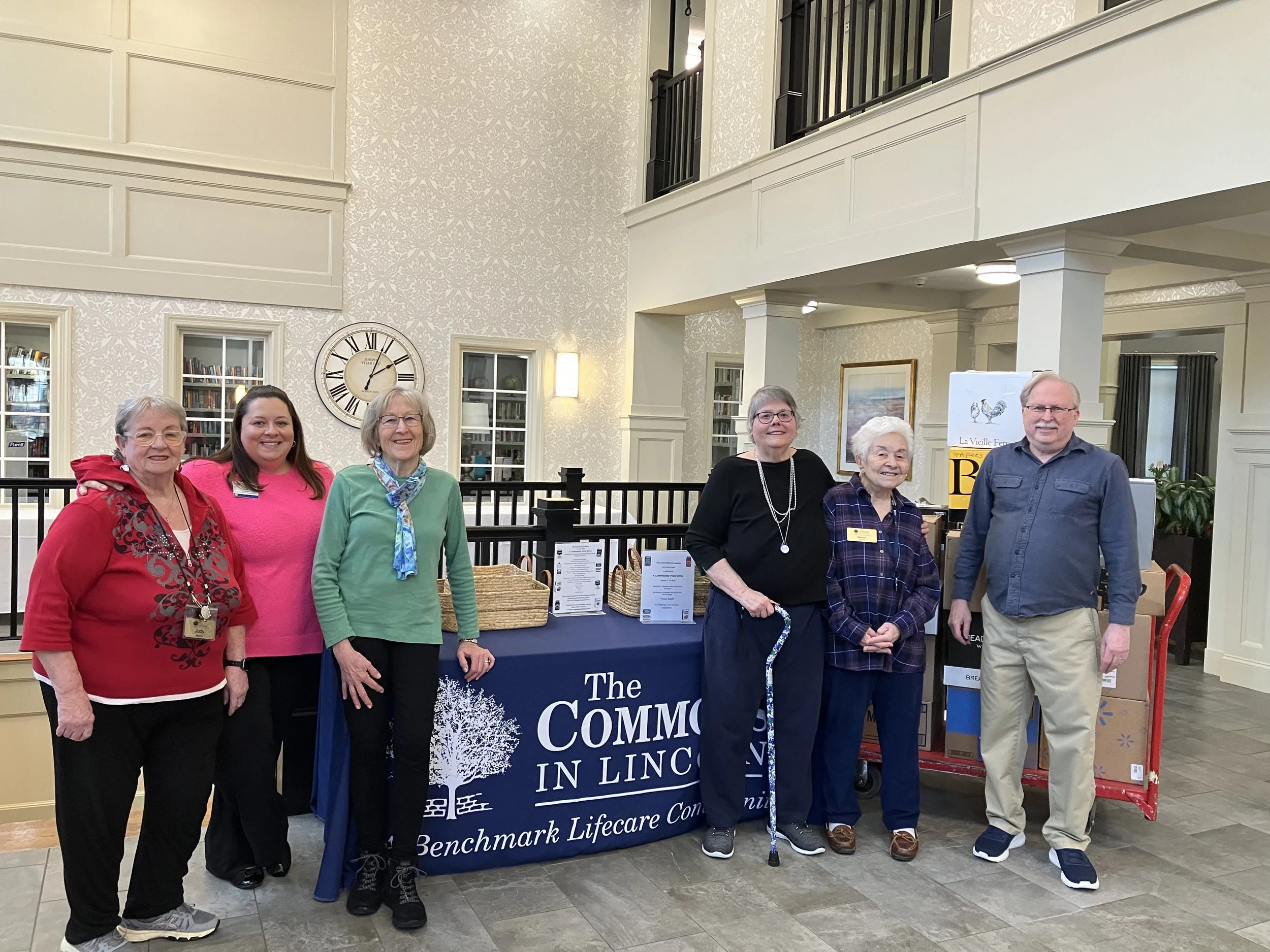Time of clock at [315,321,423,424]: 2:03
